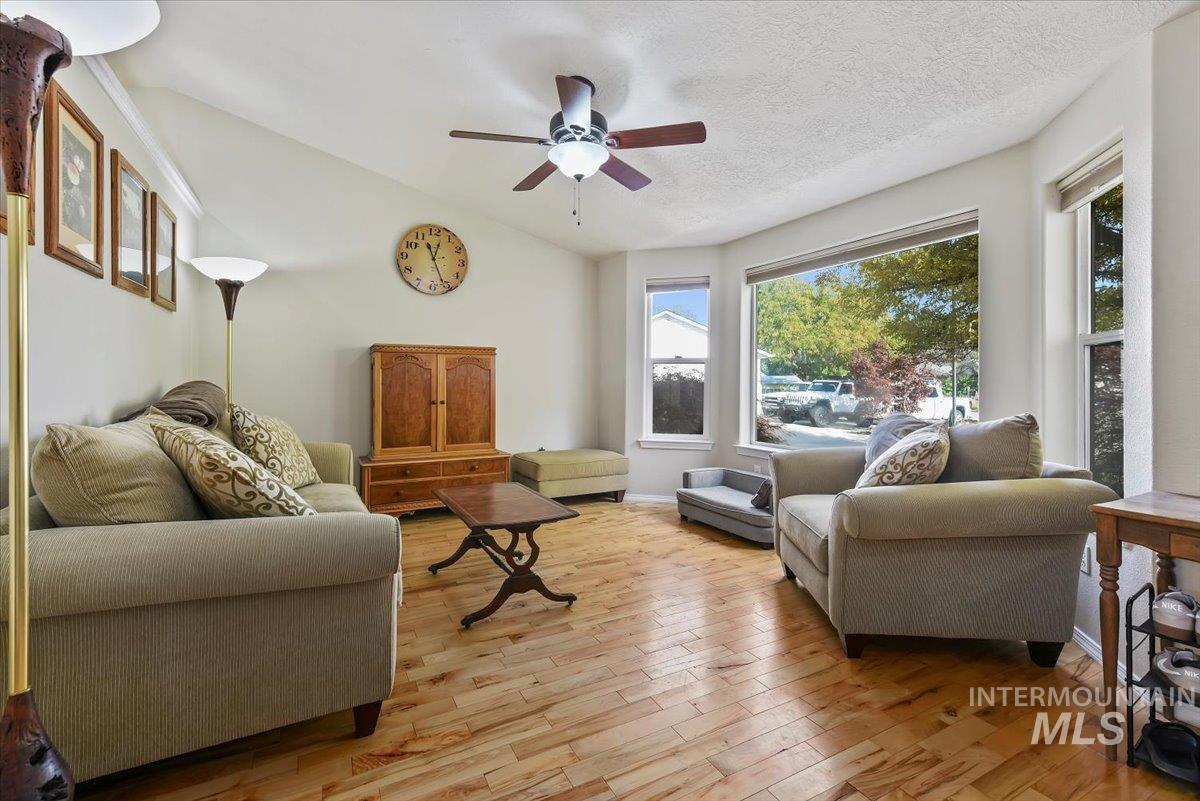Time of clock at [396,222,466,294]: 12:26
